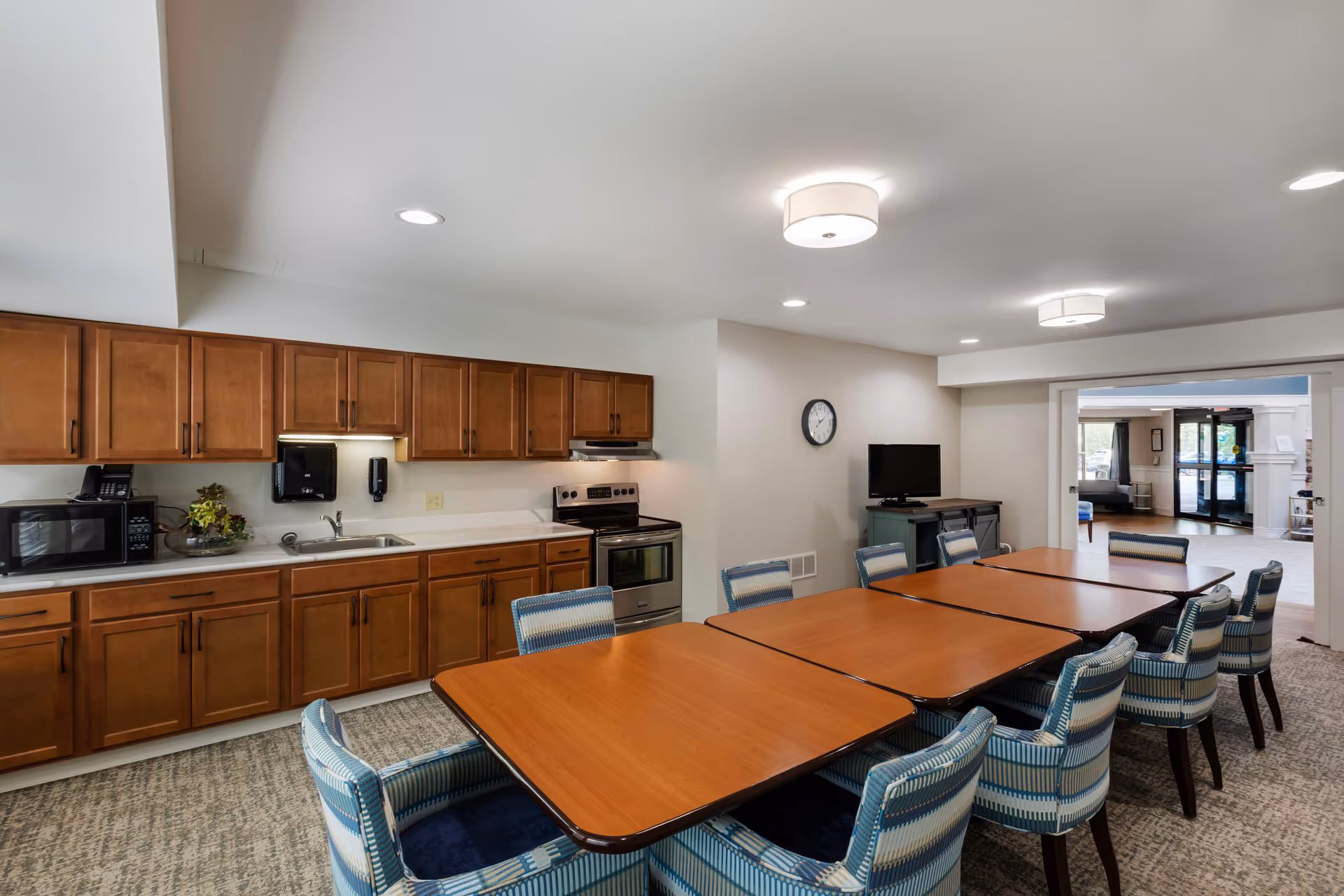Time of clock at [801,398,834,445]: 8:09
